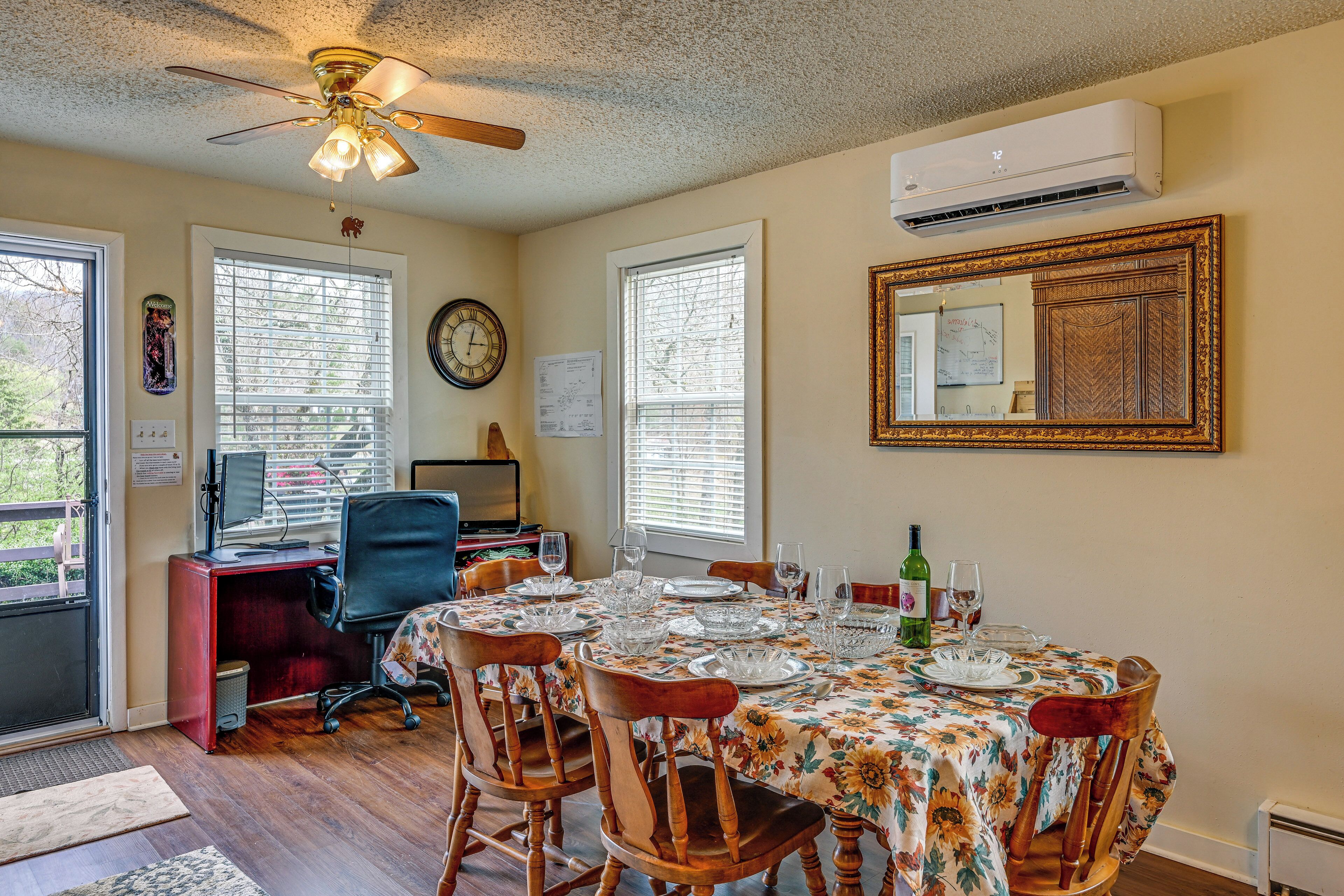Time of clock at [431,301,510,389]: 3:01
